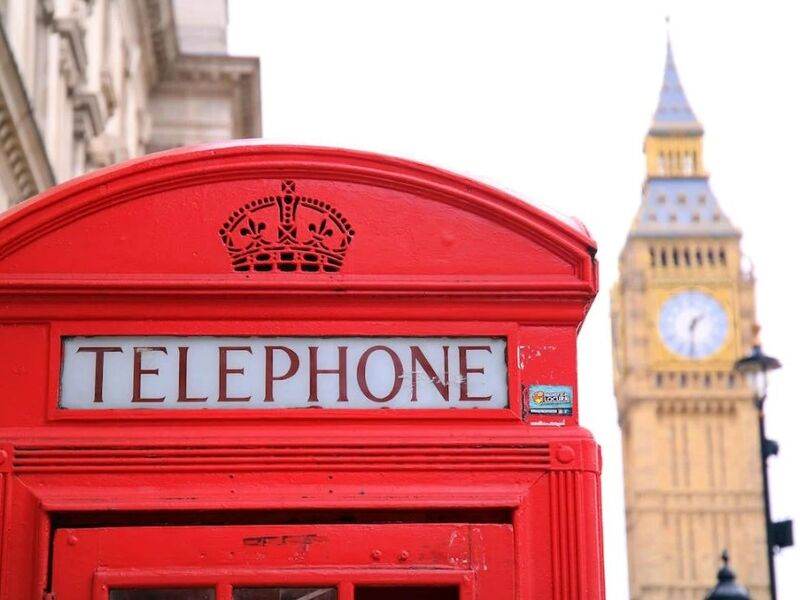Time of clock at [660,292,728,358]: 1:31
